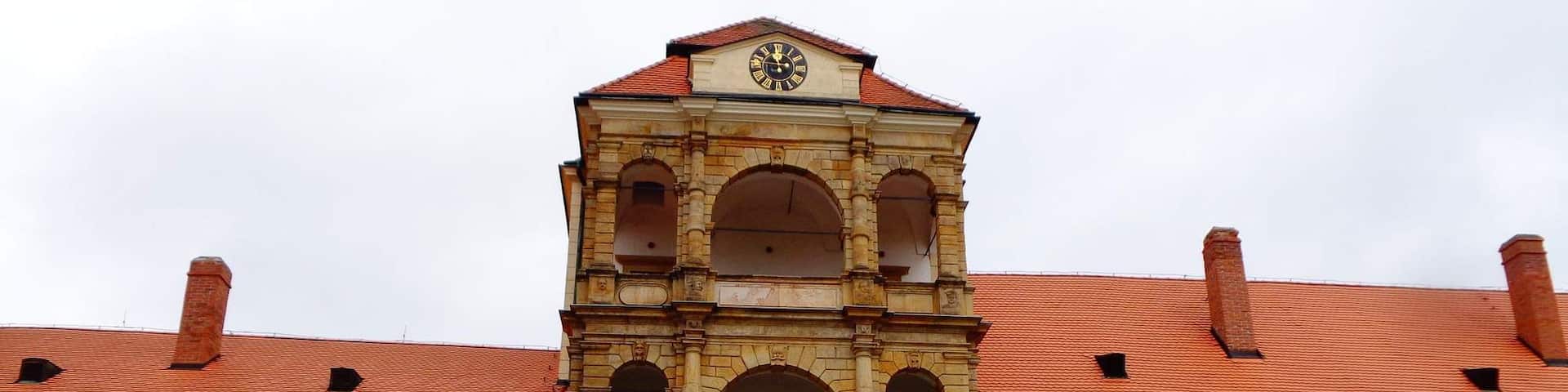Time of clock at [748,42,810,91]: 11:46
